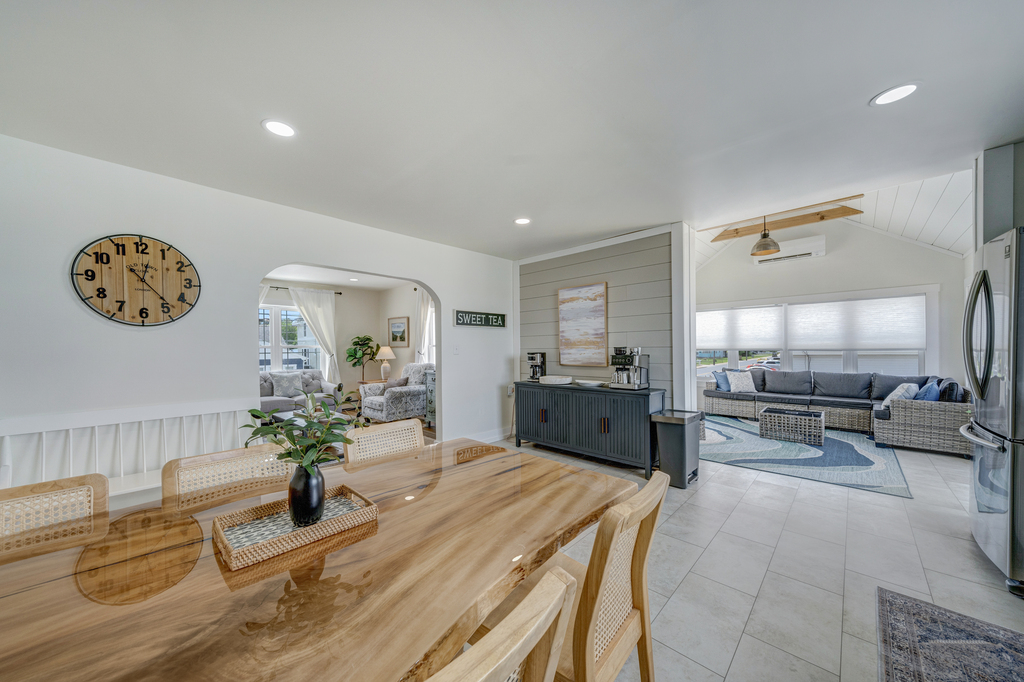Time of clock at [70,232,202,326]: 12:23
